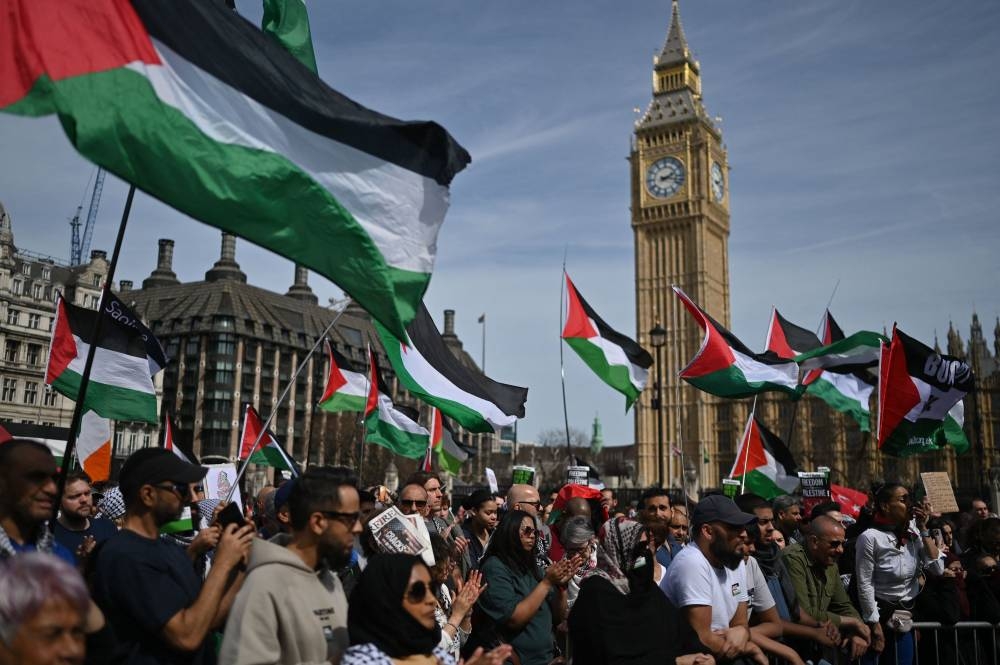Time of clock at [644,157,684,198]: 2:17
